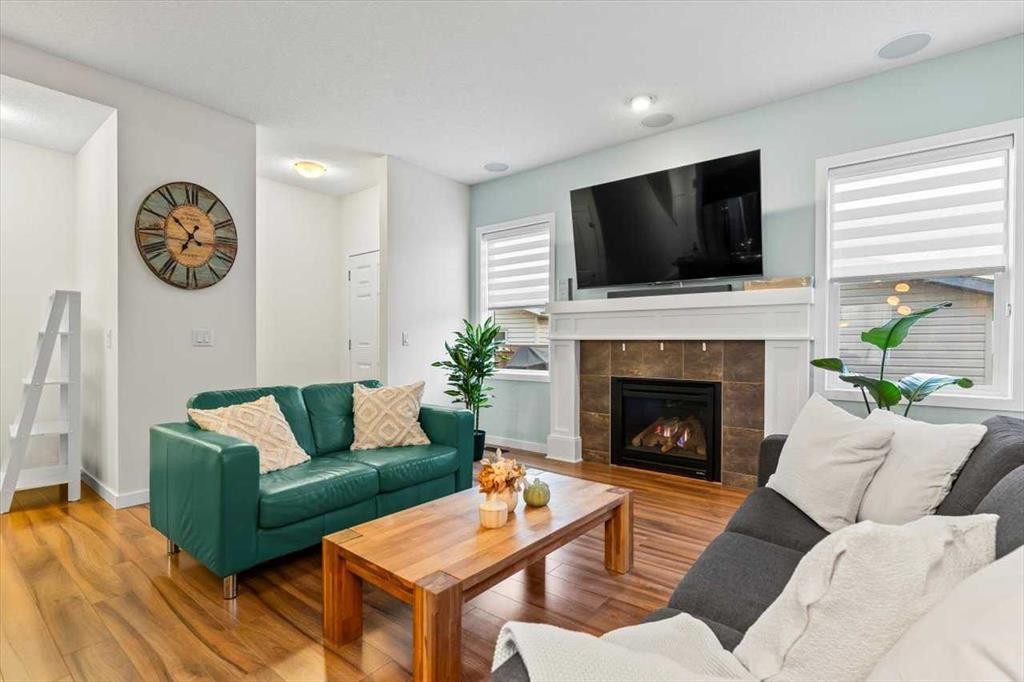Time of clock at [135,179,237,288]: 6:52
